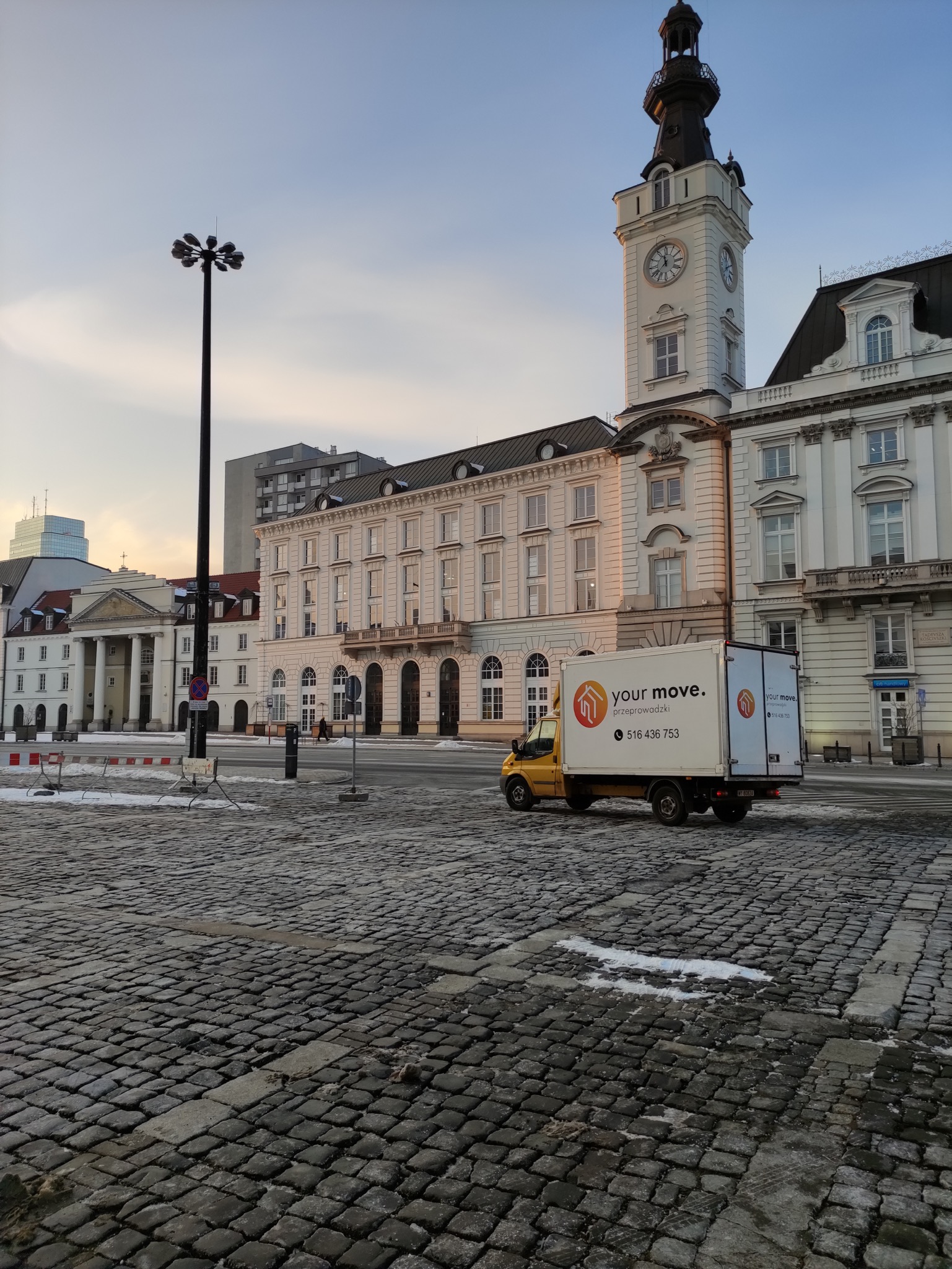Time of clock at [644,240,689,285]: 11:37
